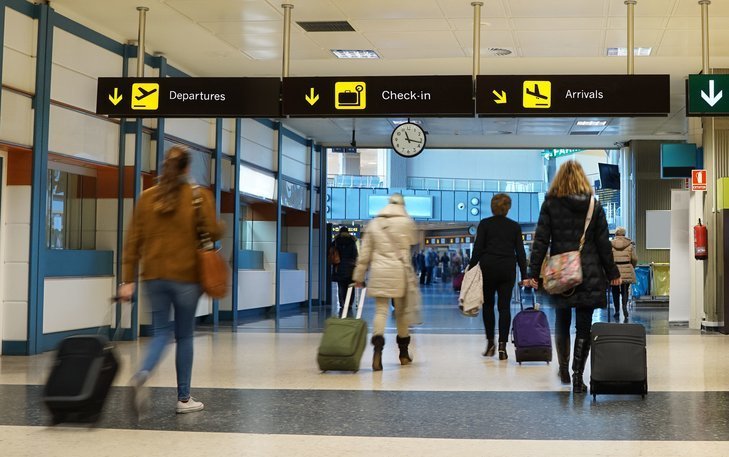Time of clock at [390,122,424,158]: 11:17
